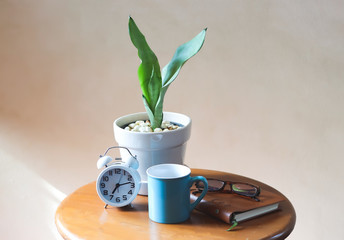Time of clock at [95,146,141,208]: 7:13
